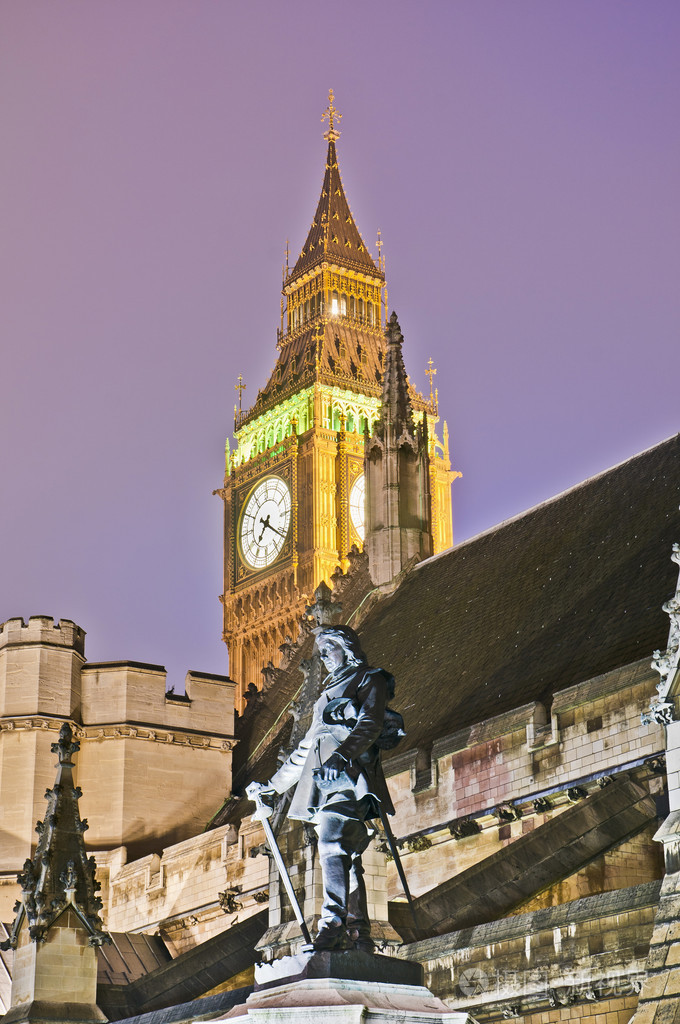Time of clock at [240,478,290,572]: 7:21
